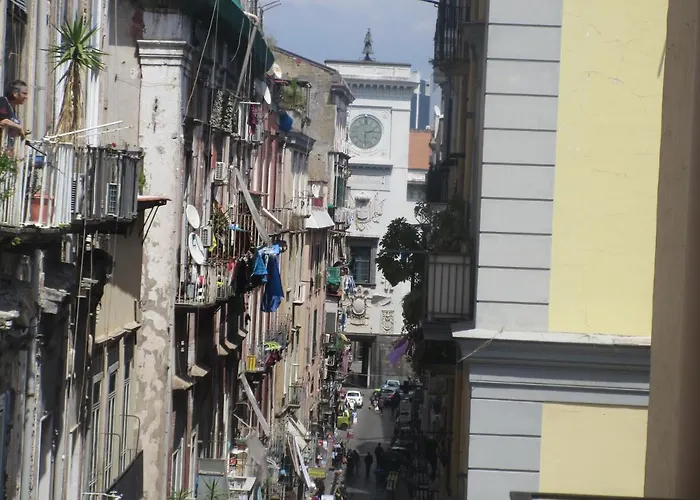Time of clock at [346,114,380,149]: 2:29
